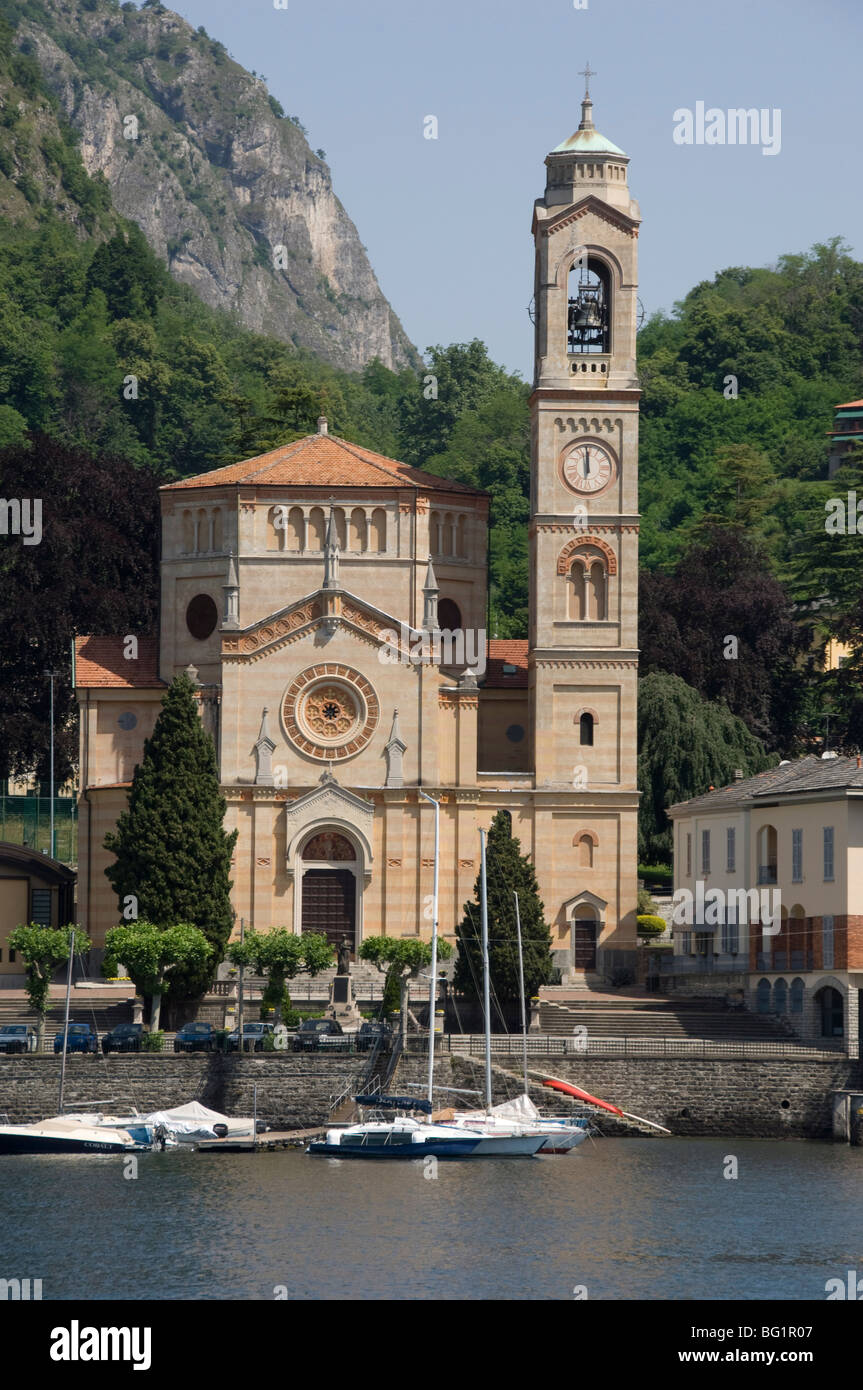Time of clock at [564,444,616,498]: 11:59
